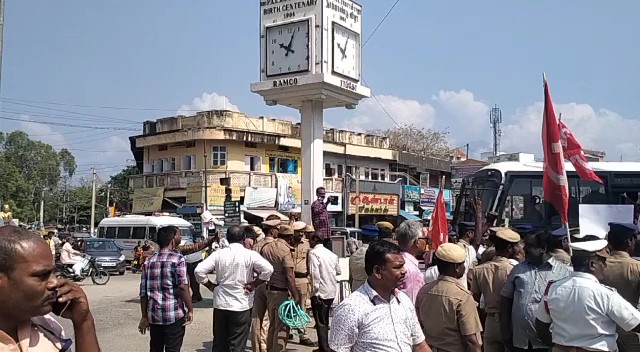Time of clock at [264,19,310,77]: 10:03
